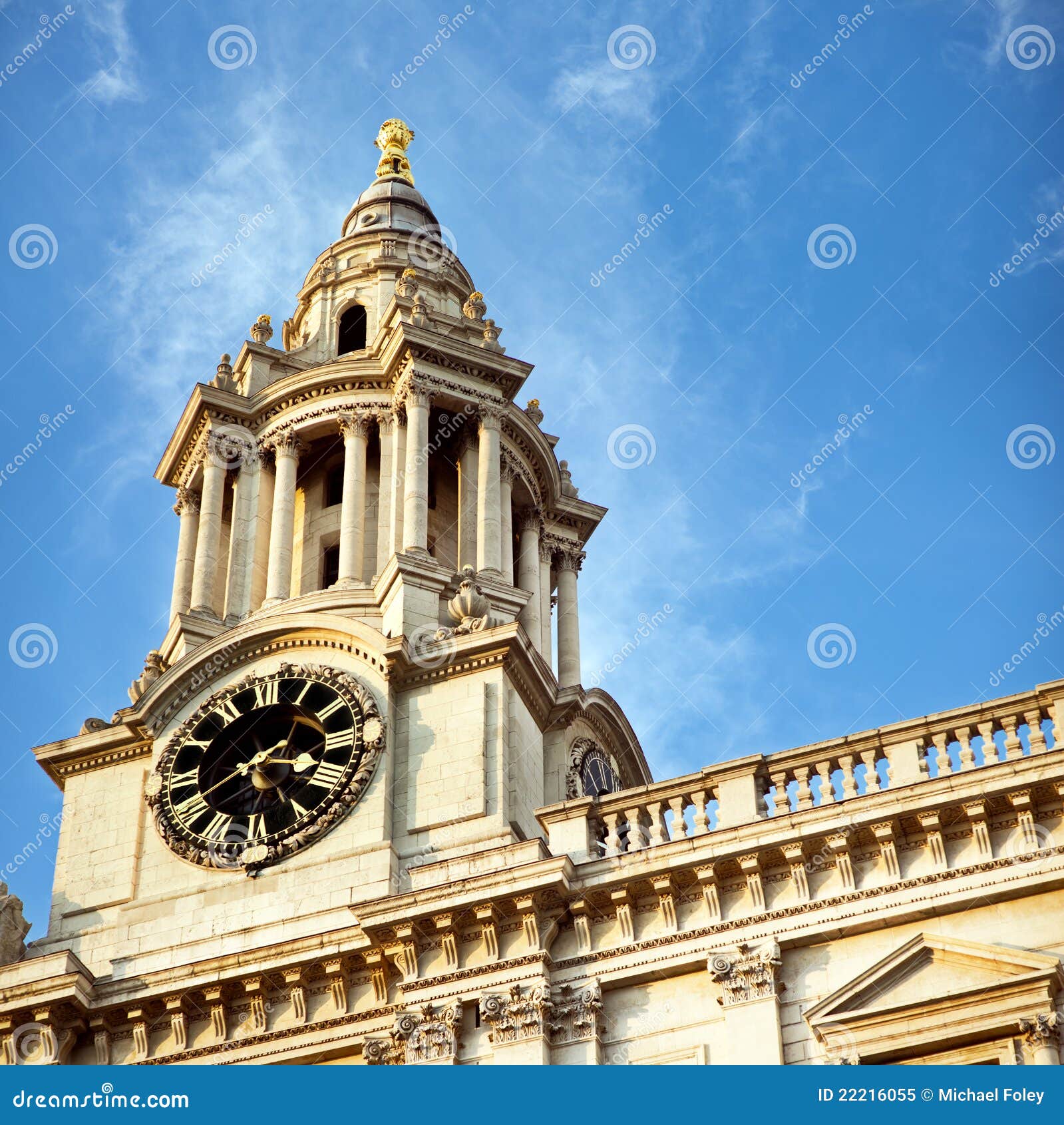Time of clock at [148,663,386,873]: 3:40
